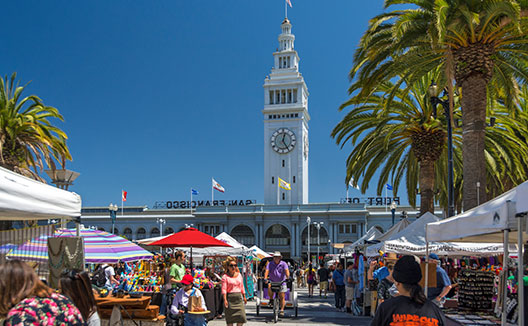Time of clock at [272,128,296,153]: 12:24
